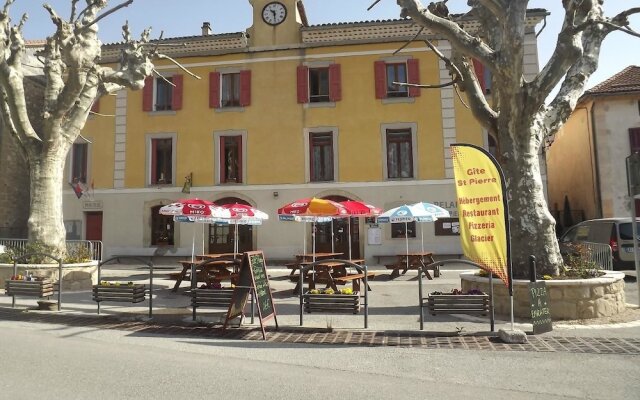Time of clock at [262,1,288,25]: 10:29
